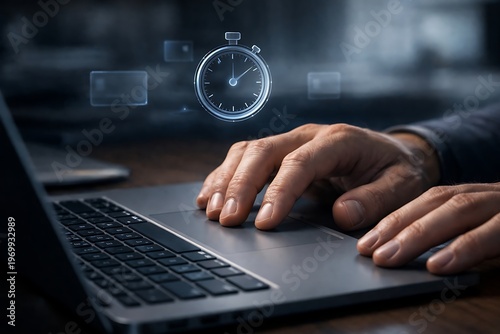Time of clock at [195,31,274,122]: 12:08
